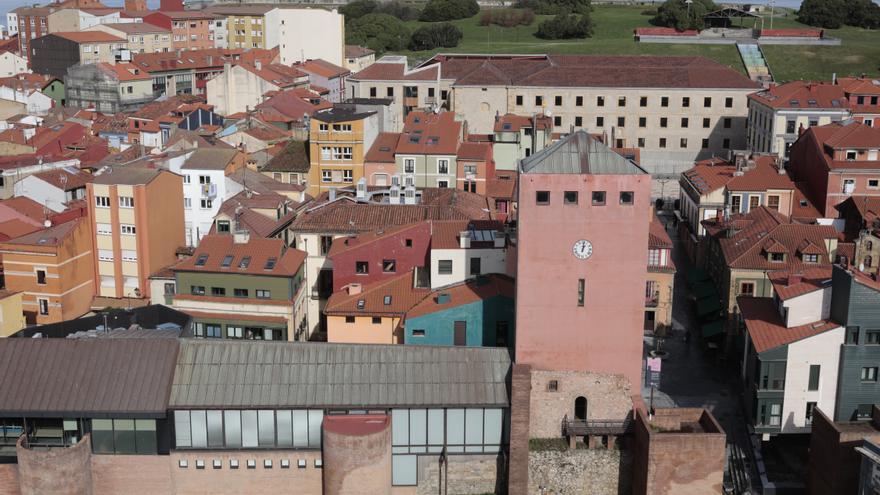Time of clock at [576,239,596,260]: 1:01
